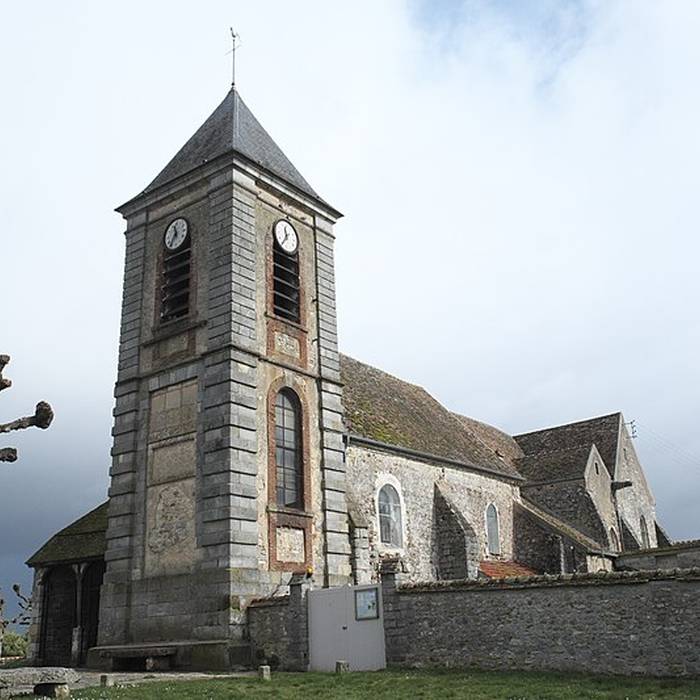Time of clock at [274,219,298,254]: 11:35
